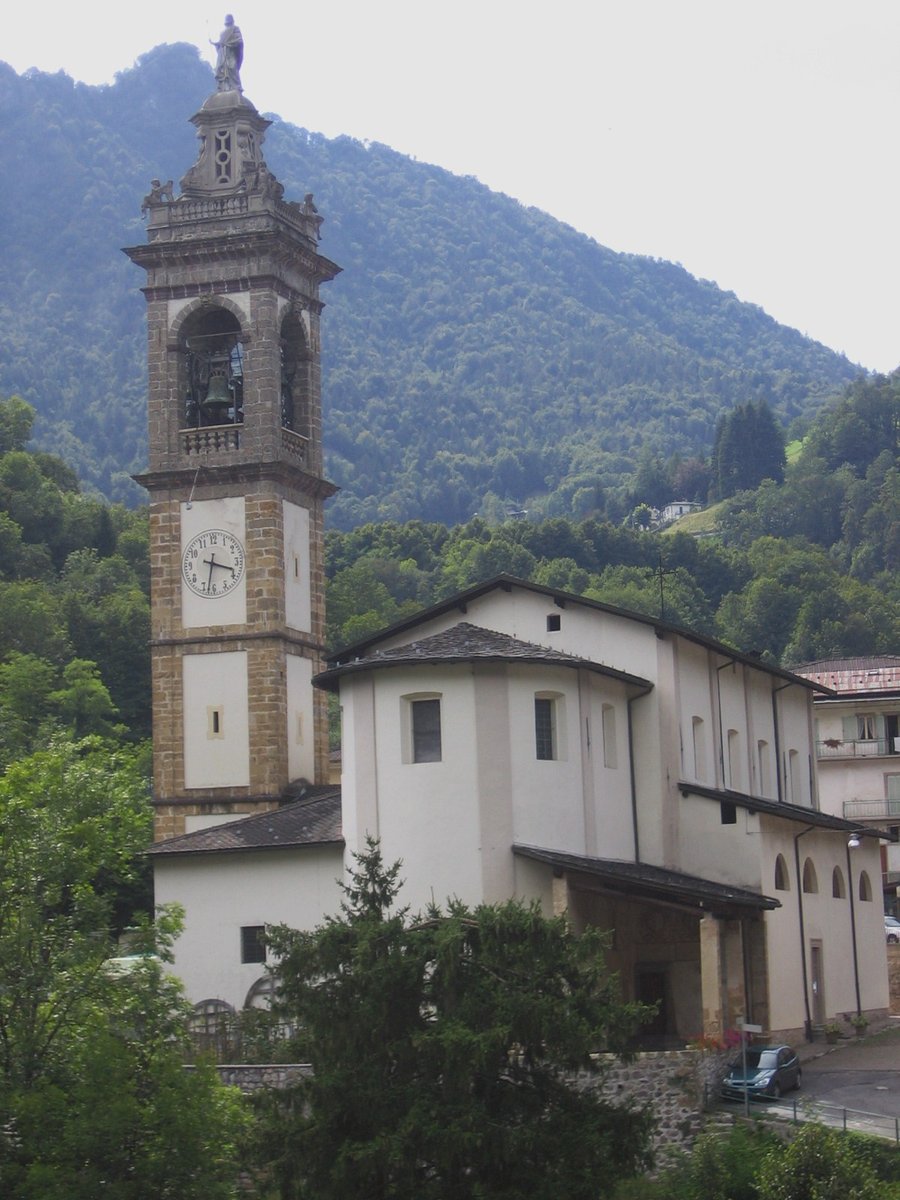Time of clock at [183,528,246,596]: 3:32
